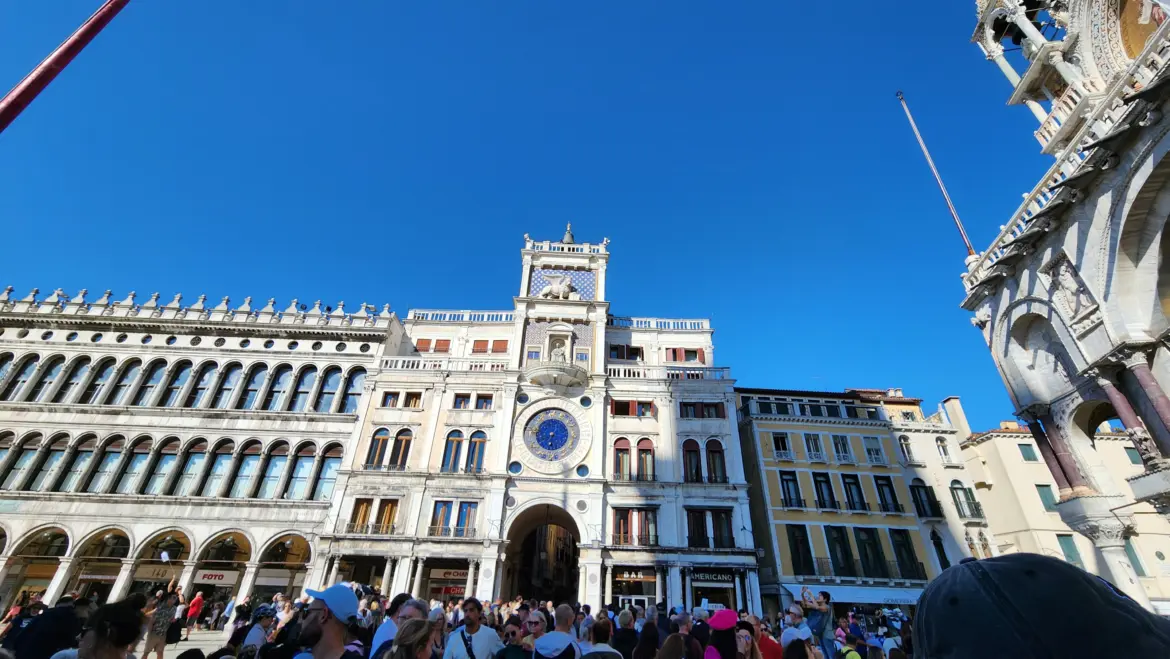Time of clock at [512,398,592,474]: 6:32
